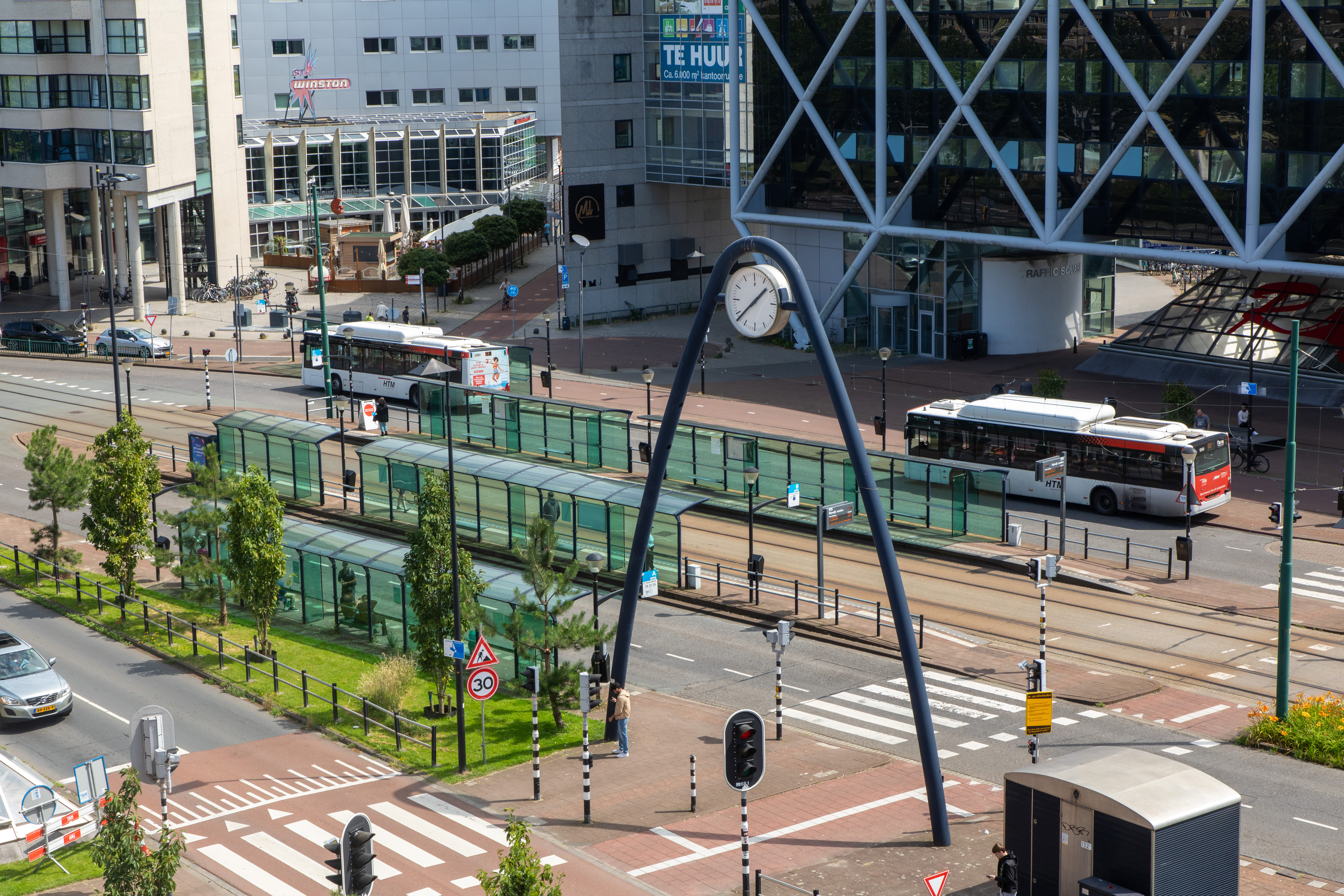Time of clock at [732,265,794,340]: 1:38
